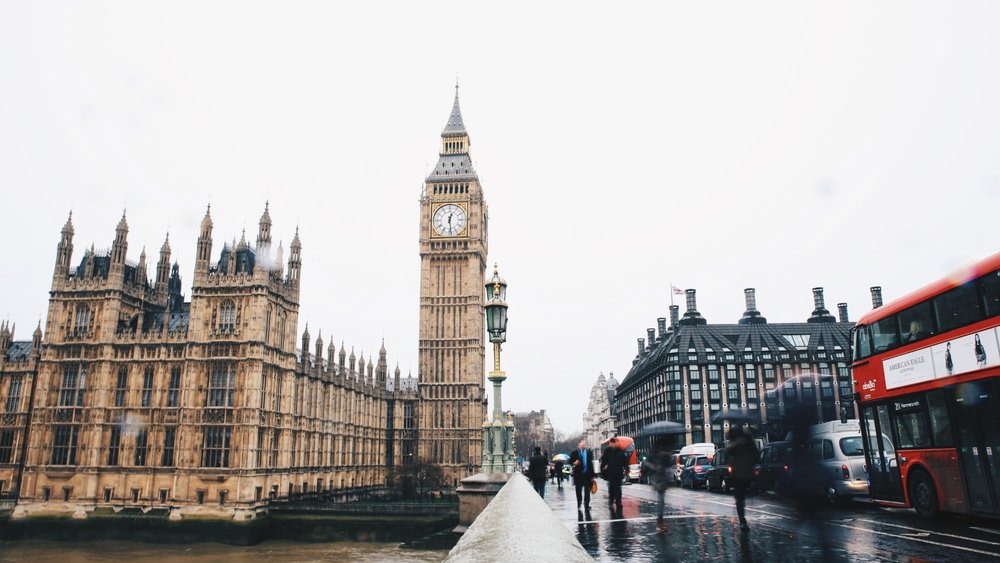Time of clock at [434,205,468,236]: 12:28
